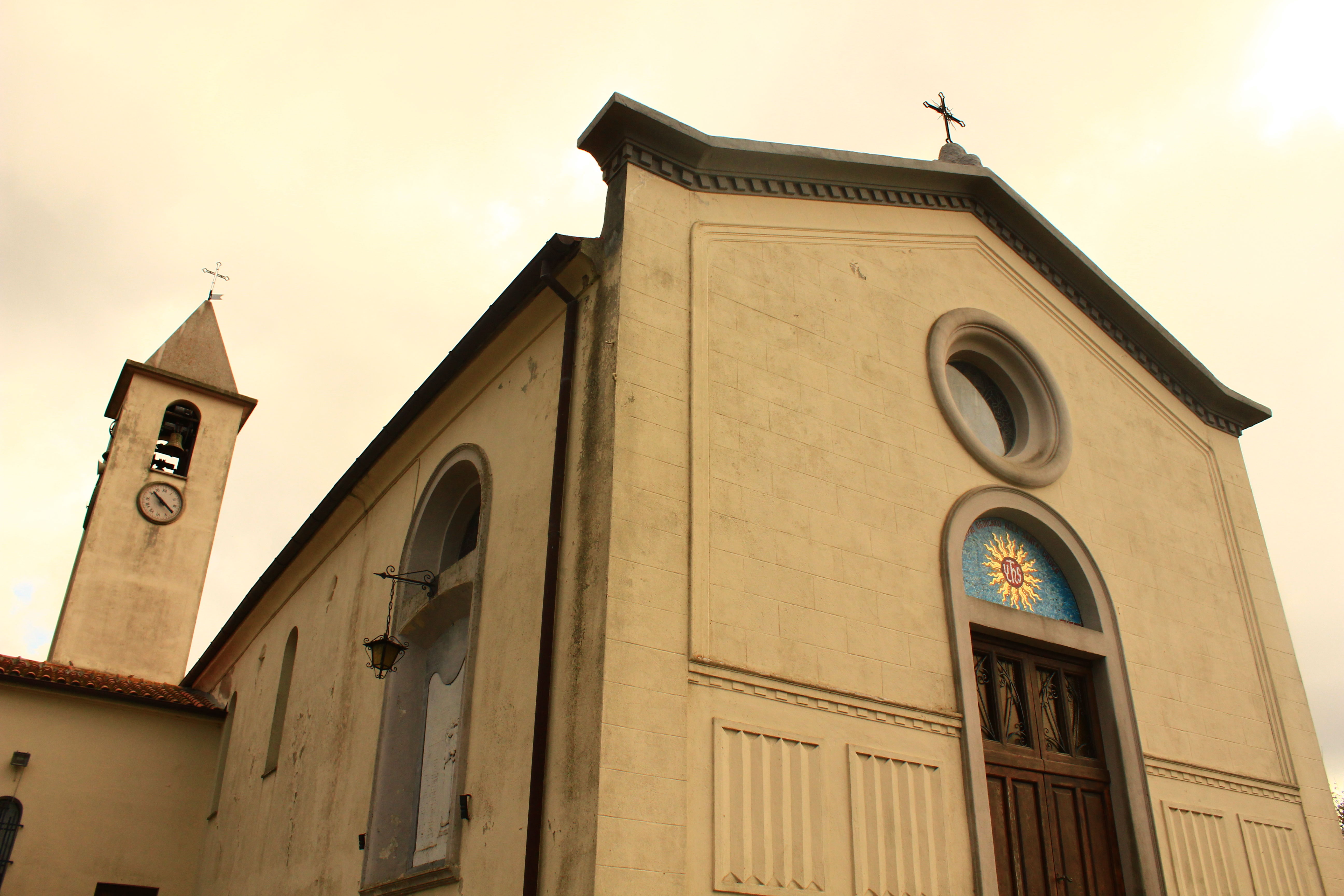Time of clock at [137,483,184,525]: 10:20
